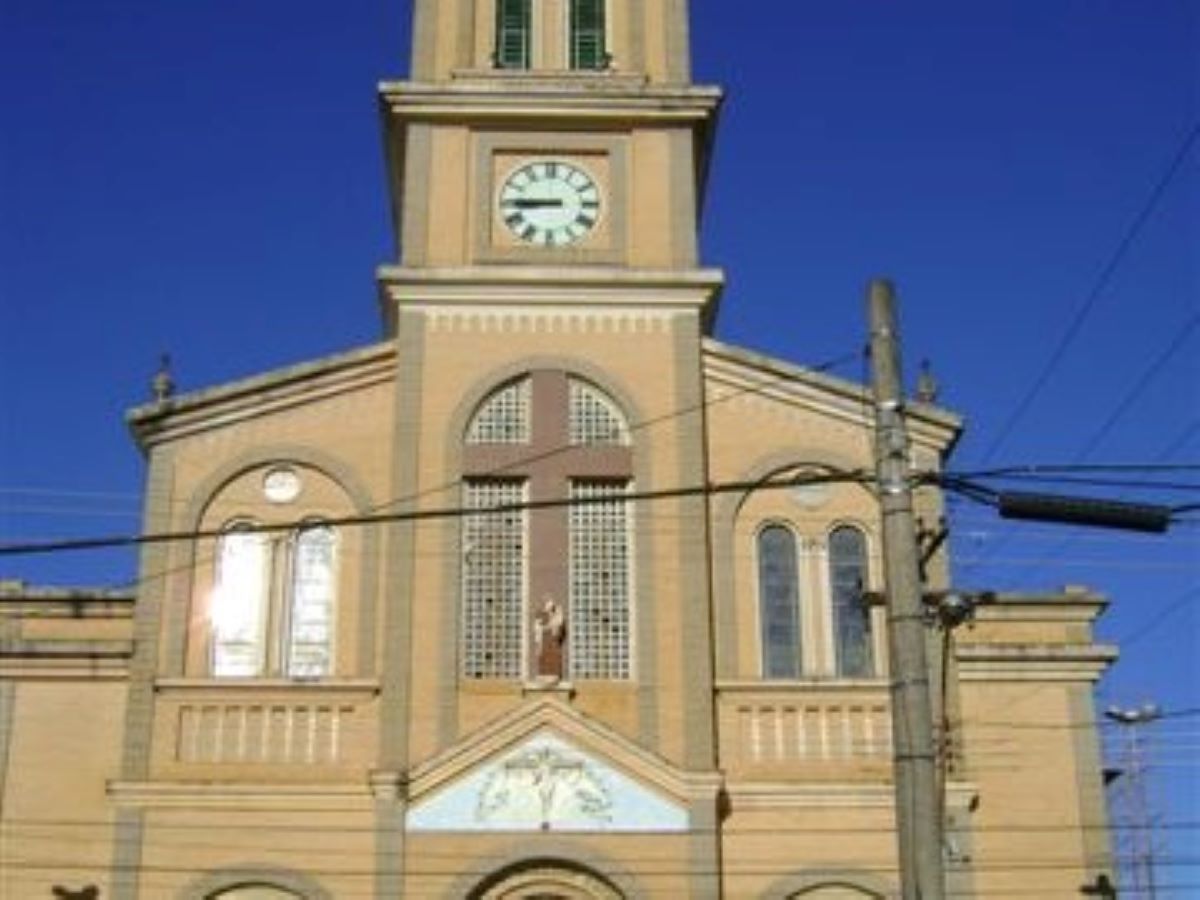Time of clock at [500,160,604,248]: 8:45
